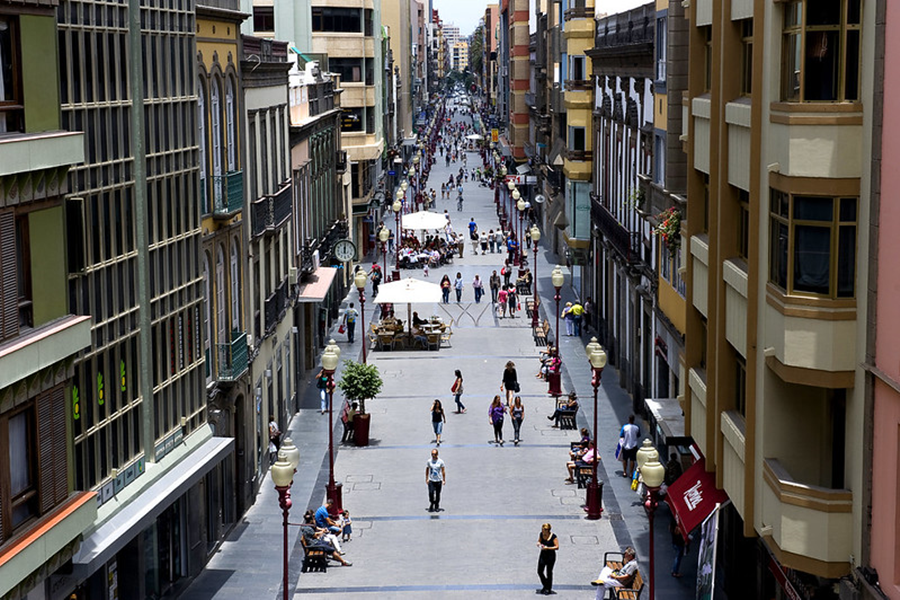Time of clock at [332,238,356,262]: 12:01
